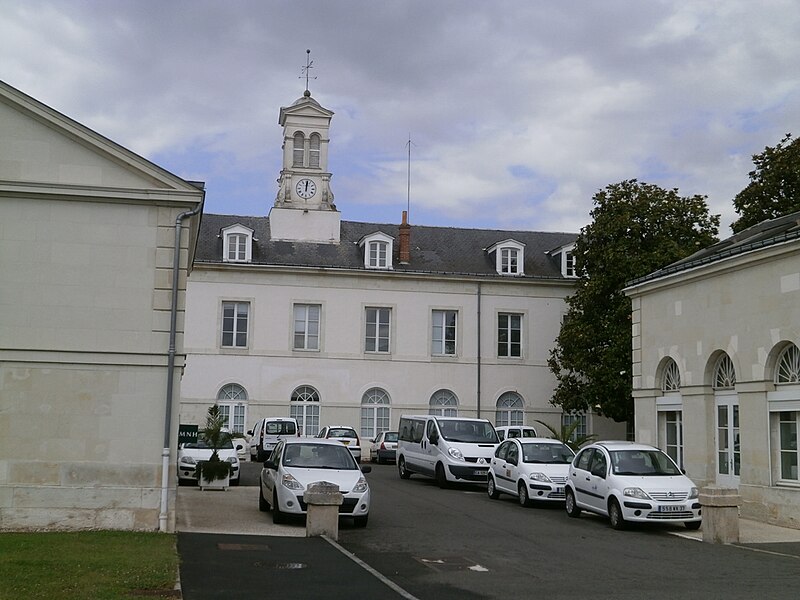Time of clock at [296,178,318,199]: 12:01
